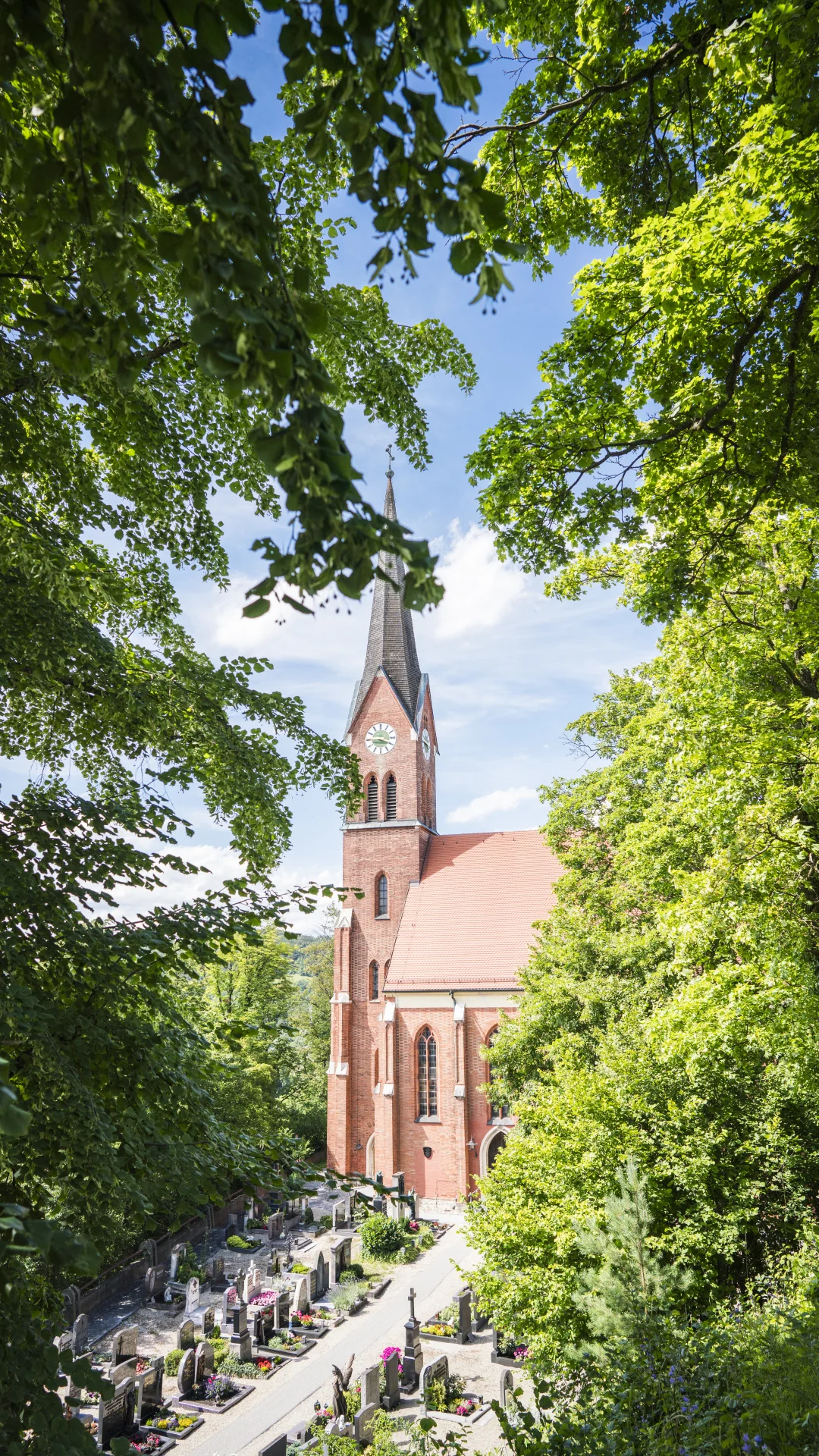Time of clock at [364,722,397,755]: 3:45
